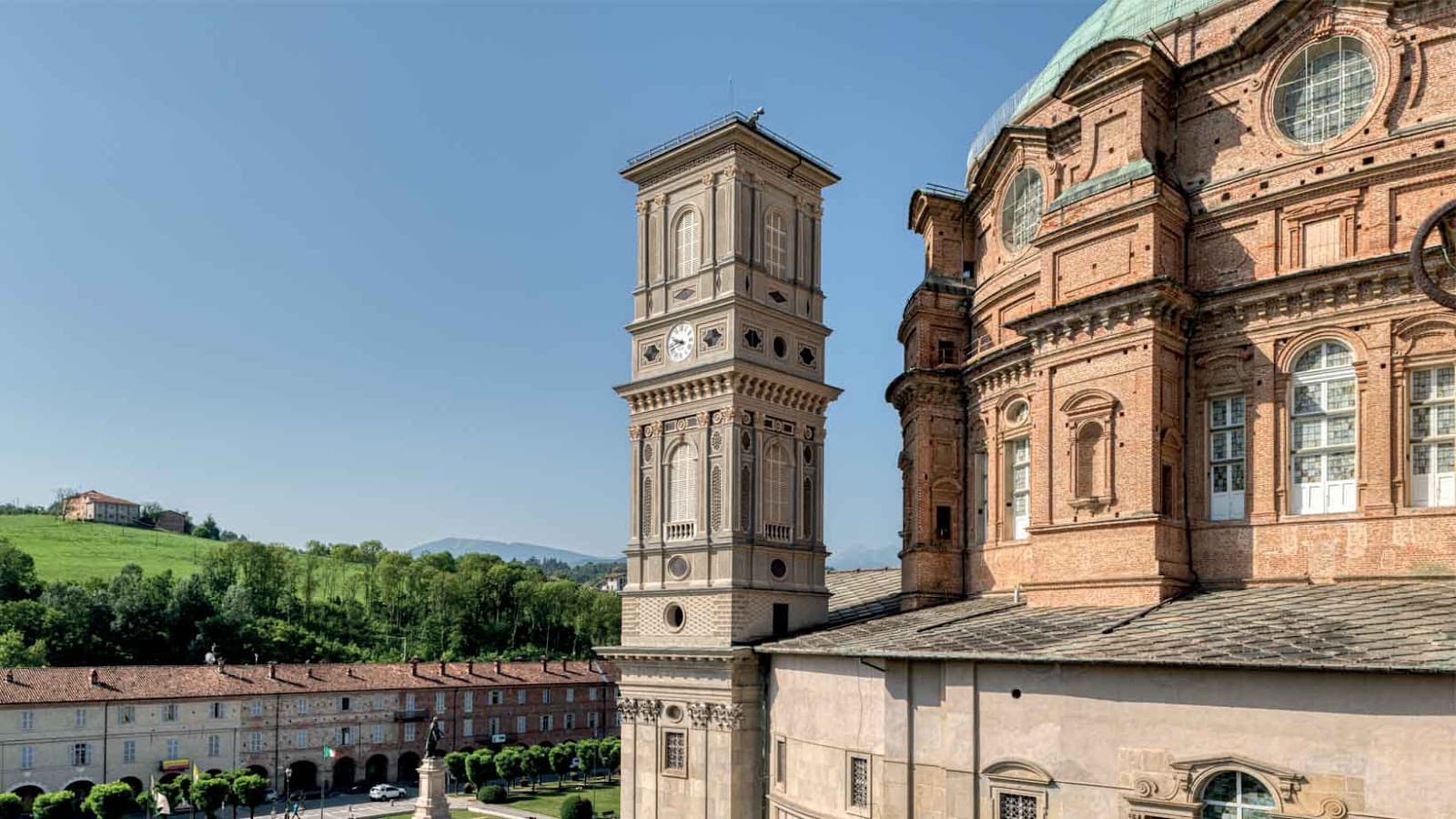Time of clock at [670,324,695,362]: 9:42
